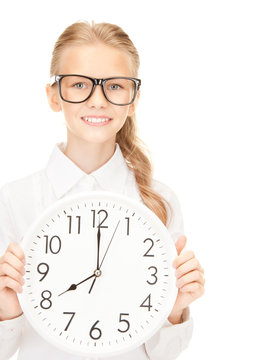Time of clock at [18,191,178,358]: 7:59
